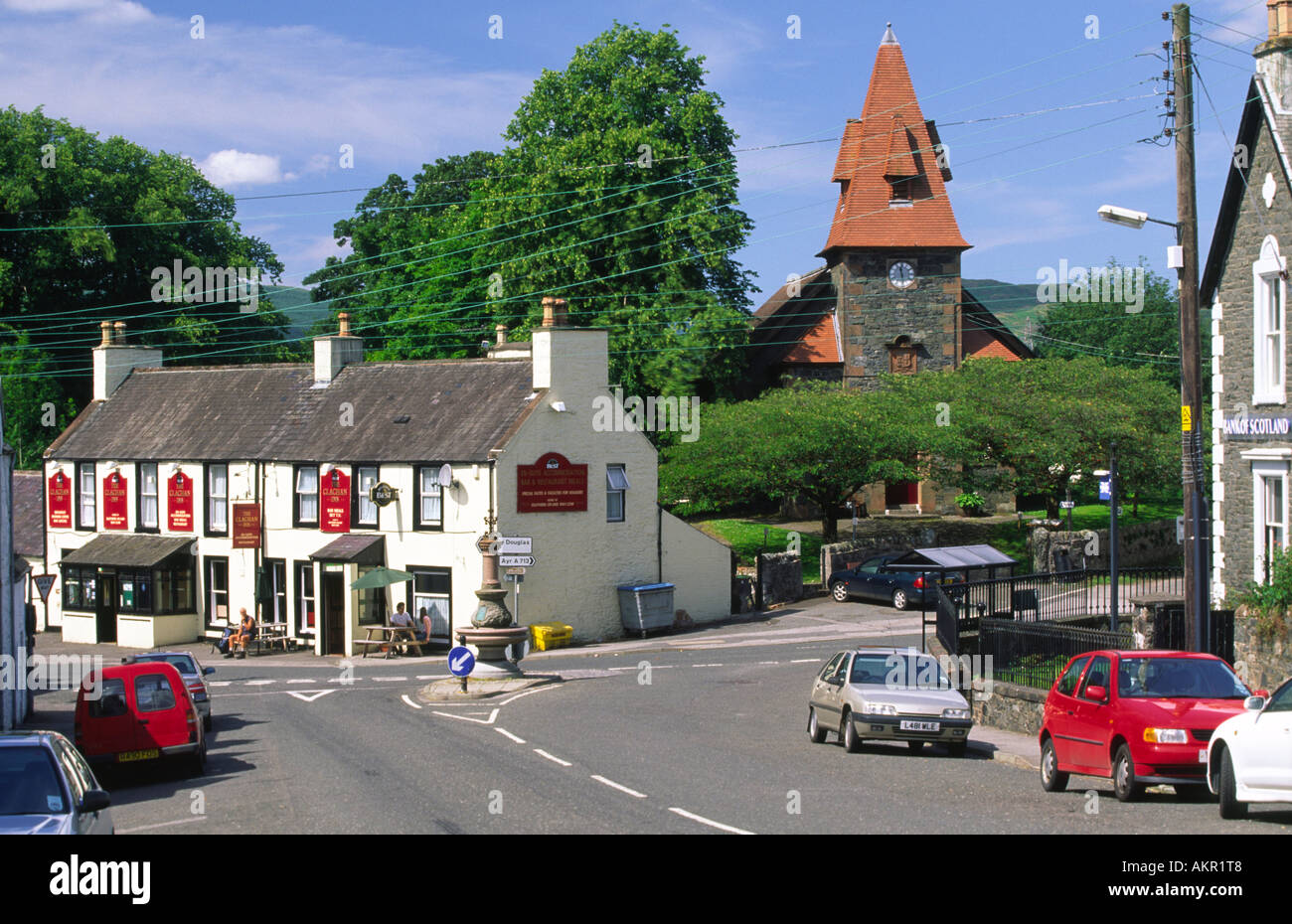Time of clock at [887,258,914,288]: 11:28
